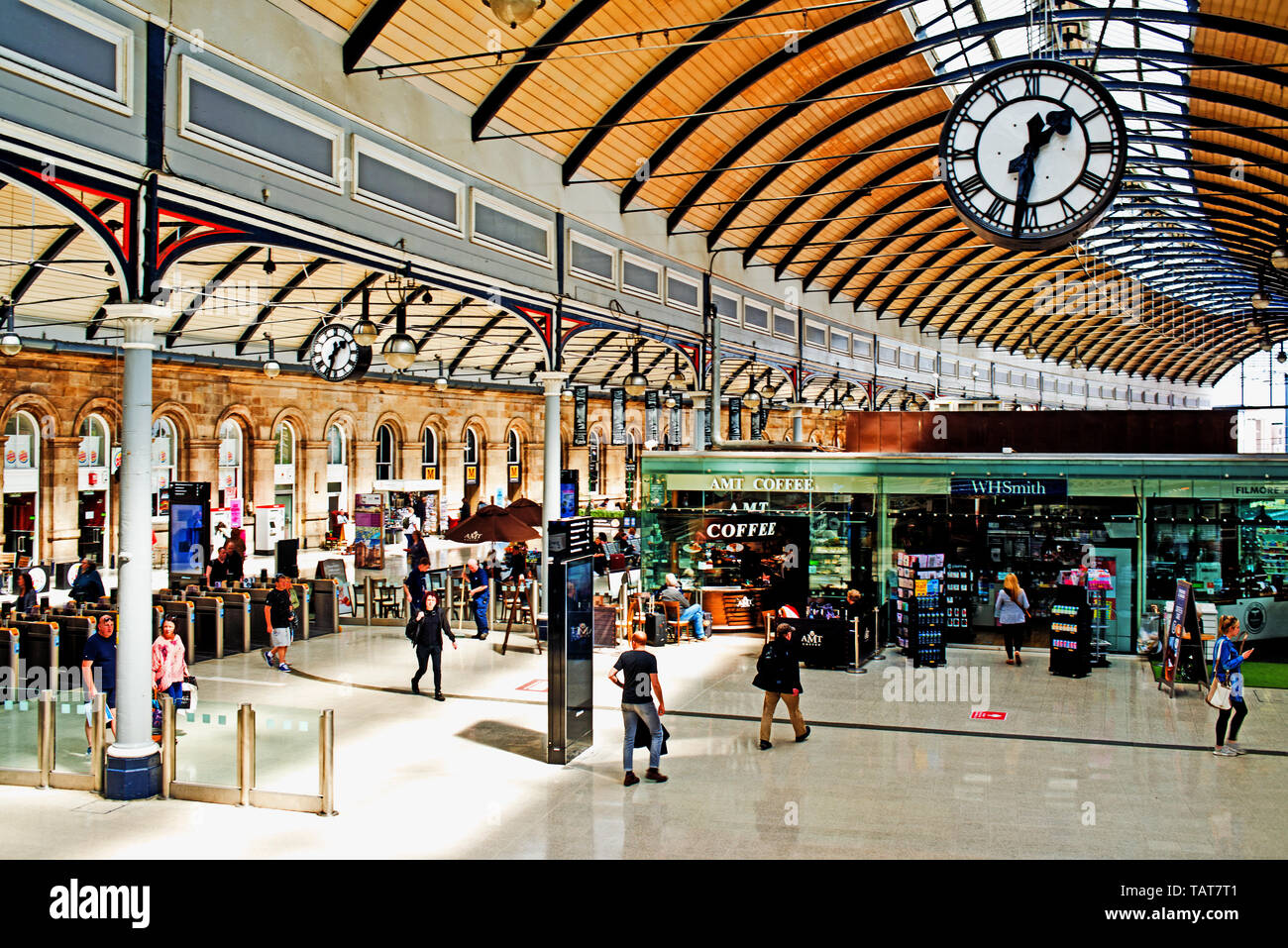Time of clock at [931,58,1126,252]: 1:31
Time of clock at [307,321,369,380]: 1:32
